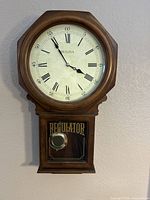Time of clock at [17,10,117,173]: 3:54
